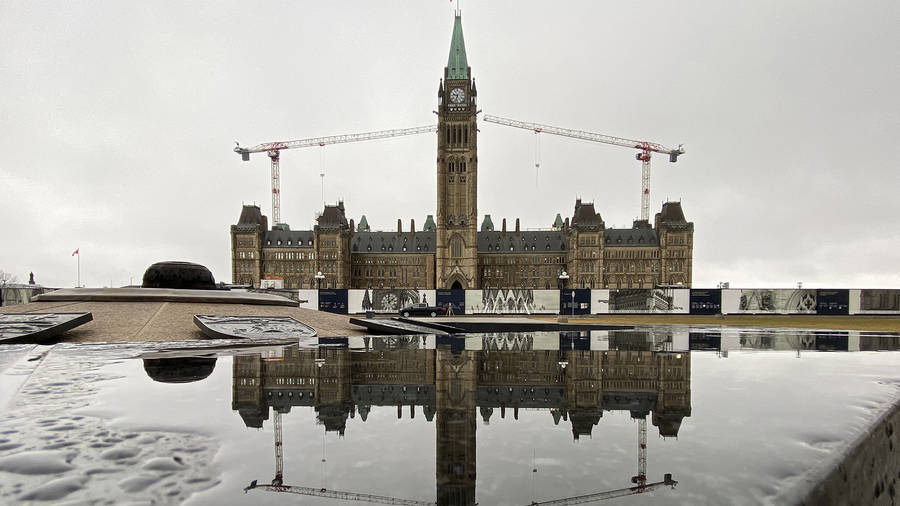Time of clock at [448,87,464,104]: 9:33
